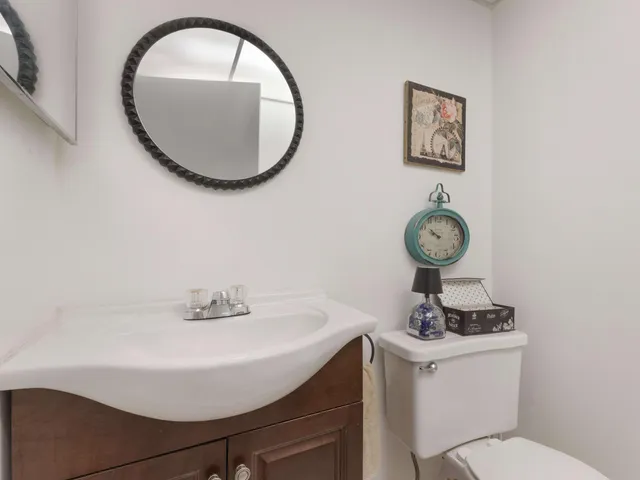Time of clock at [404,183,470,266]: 9:51
